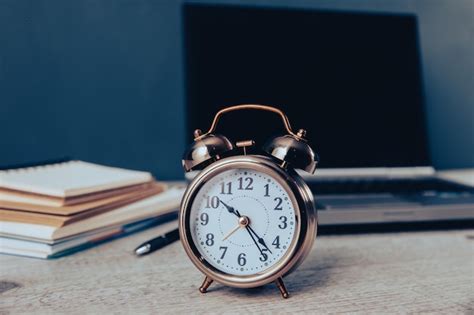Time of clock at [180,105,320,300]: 10:23
